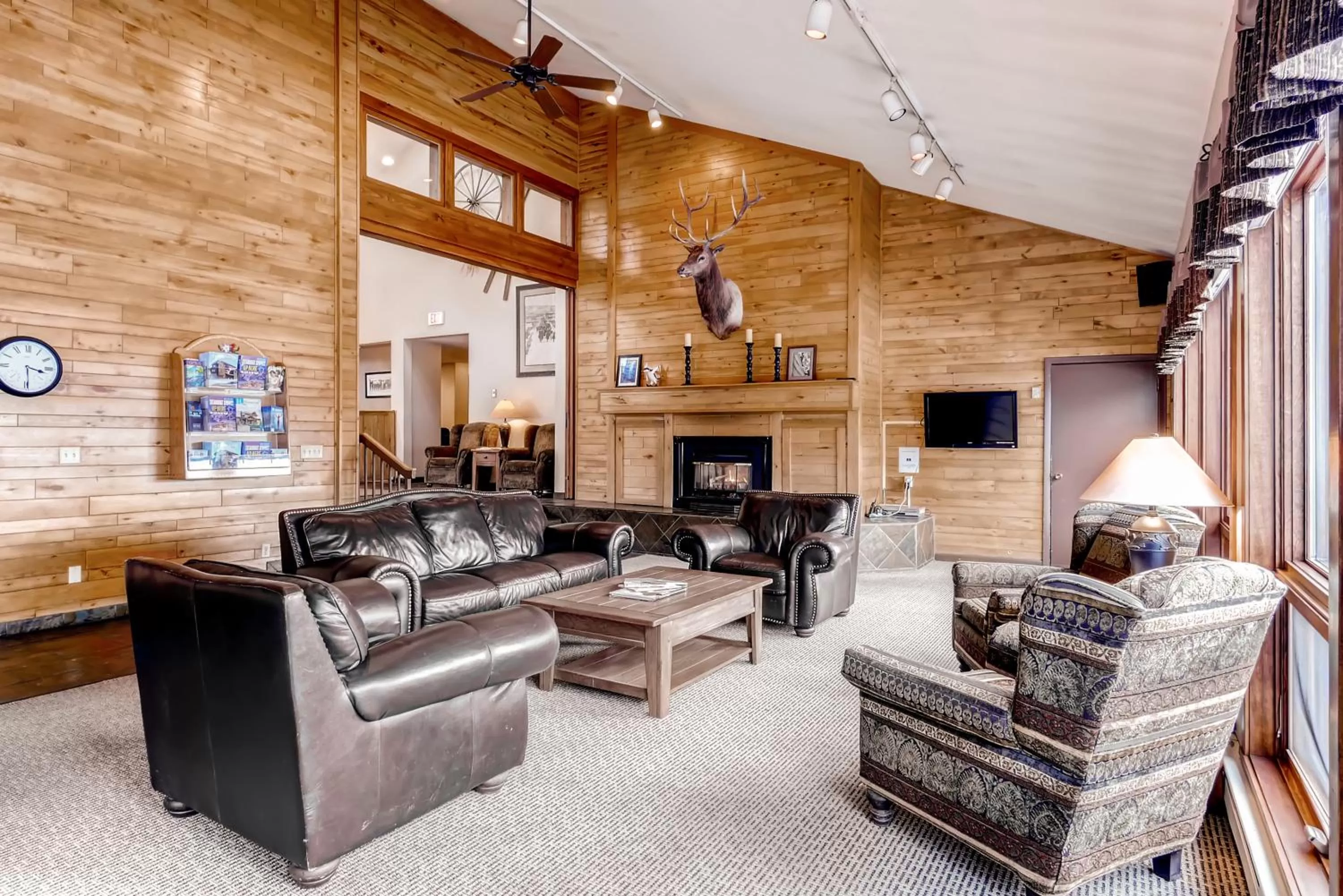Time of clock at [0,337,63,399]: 3:29
